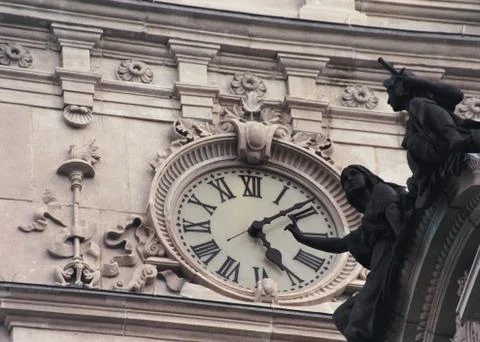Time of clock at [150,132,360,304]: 5:08
